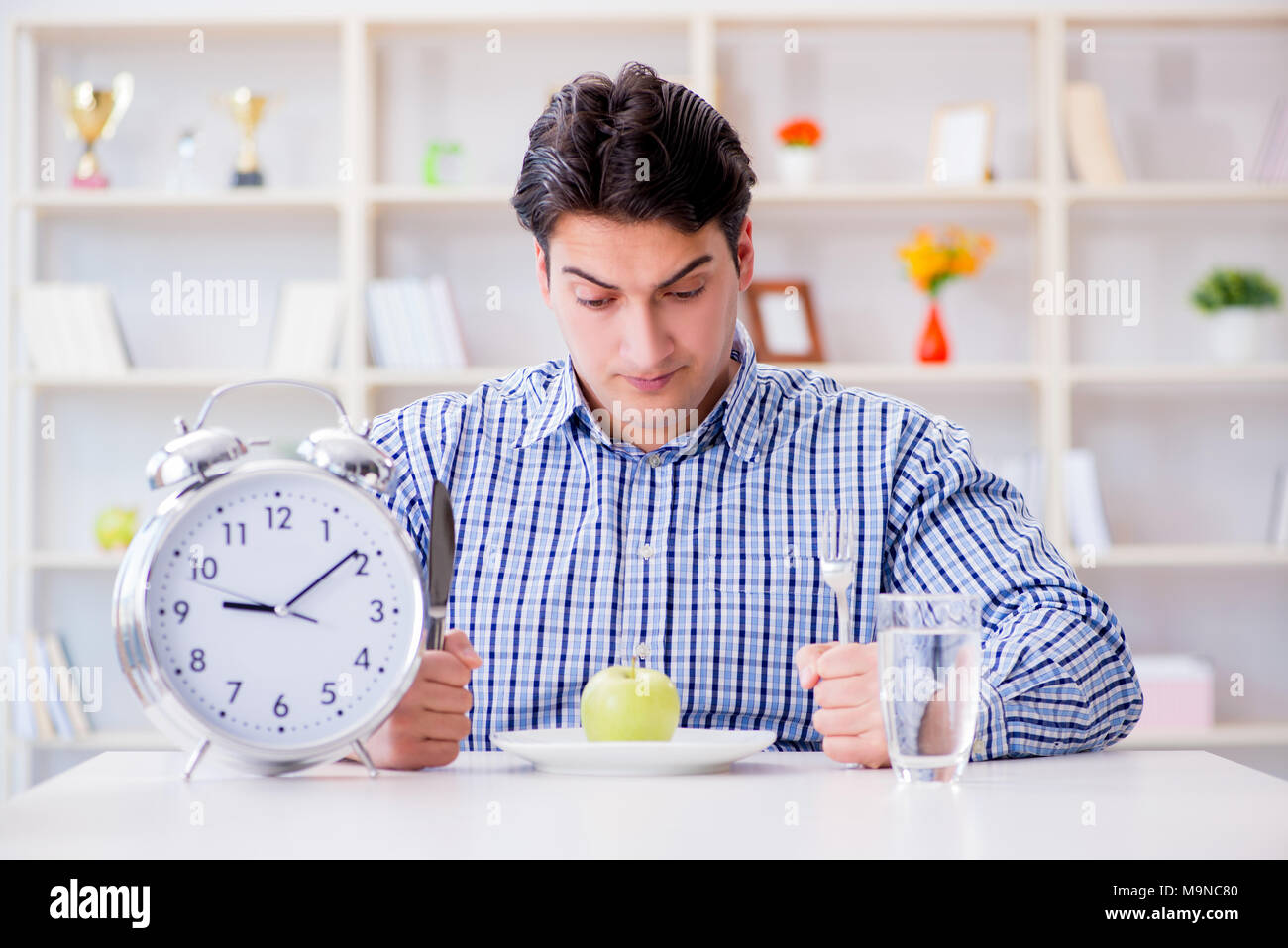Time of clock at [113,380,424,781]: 9:09
